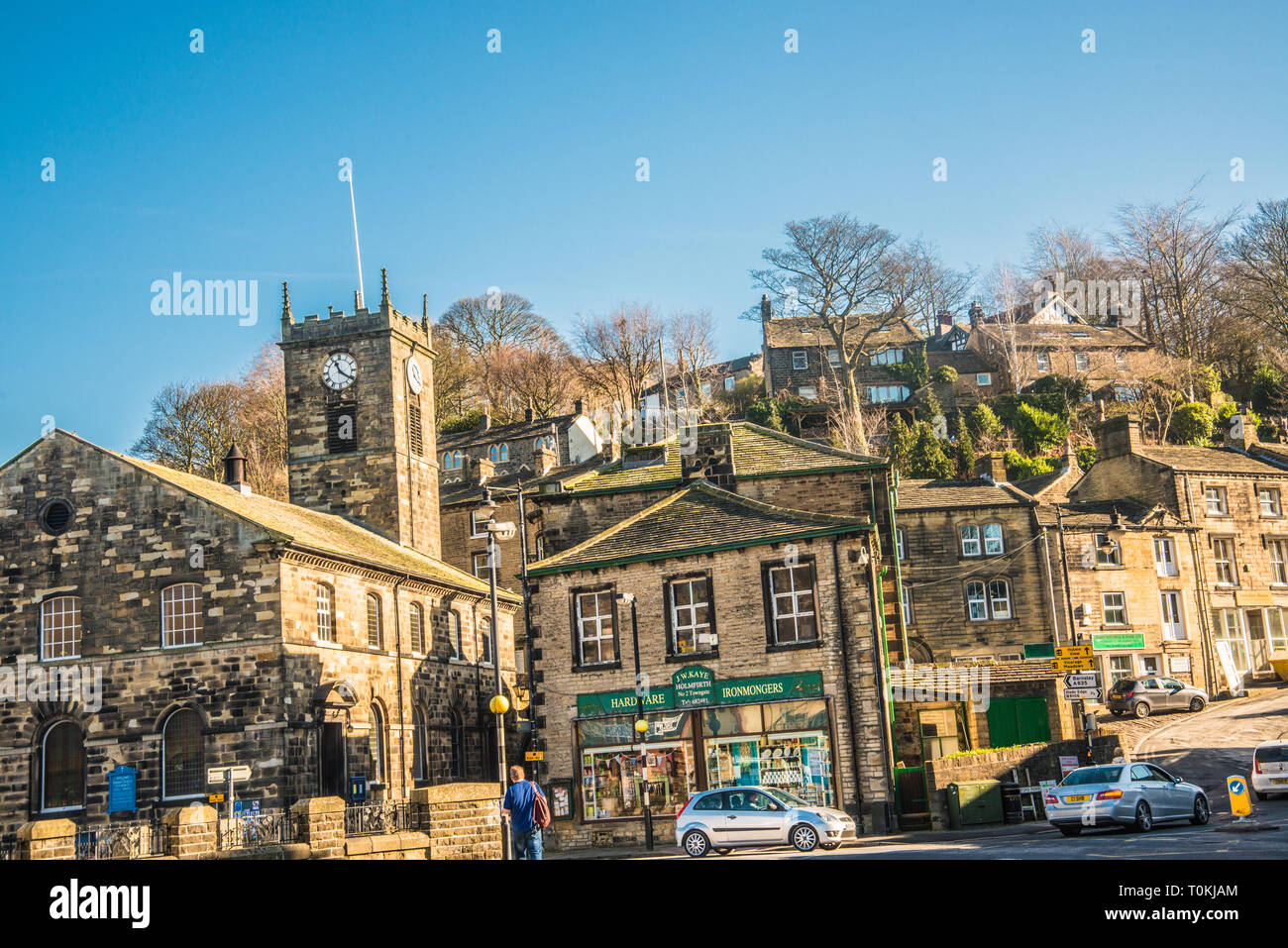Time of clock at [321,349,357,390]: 11:21
